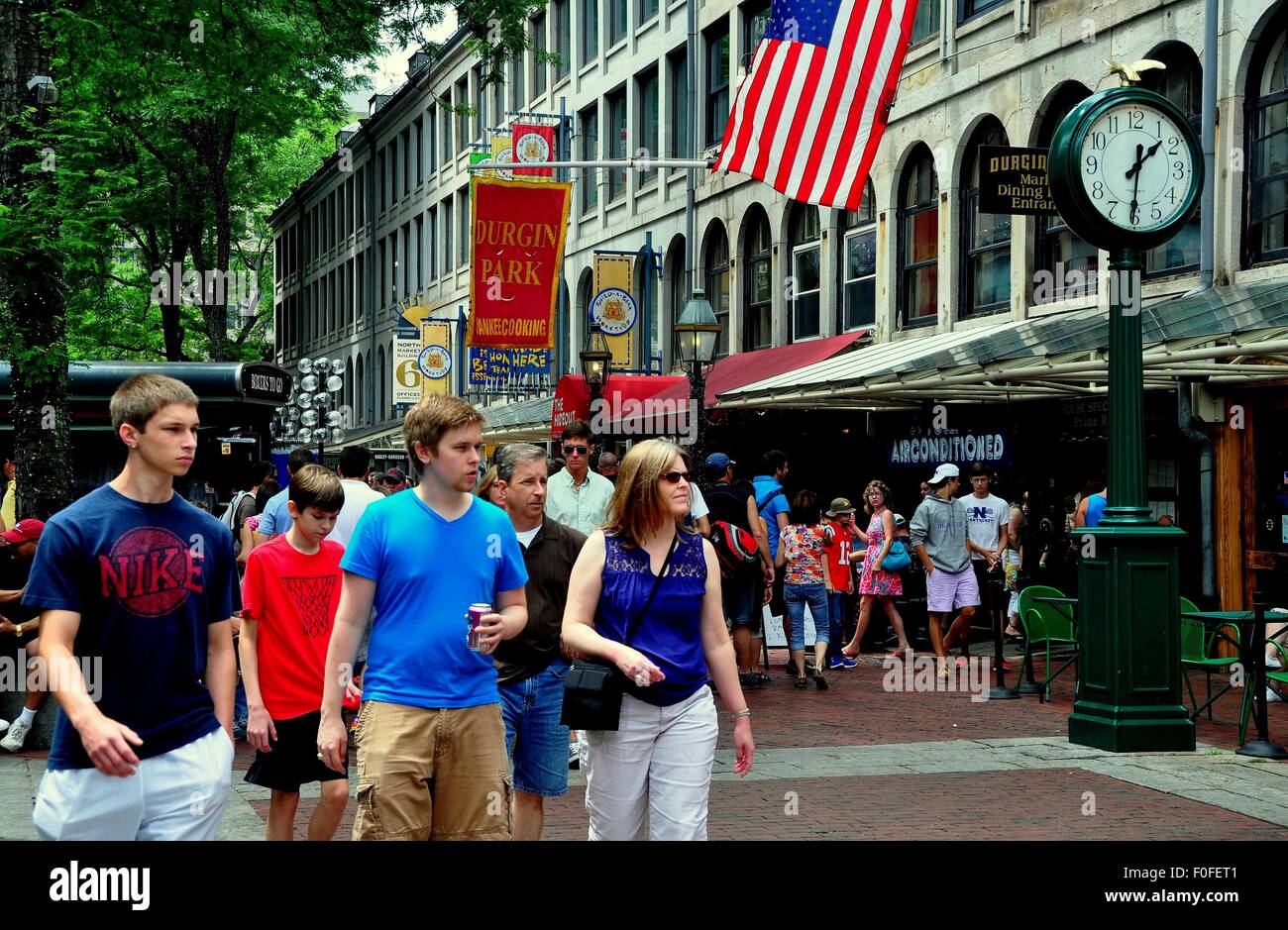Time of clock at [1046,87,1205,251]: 1:30
